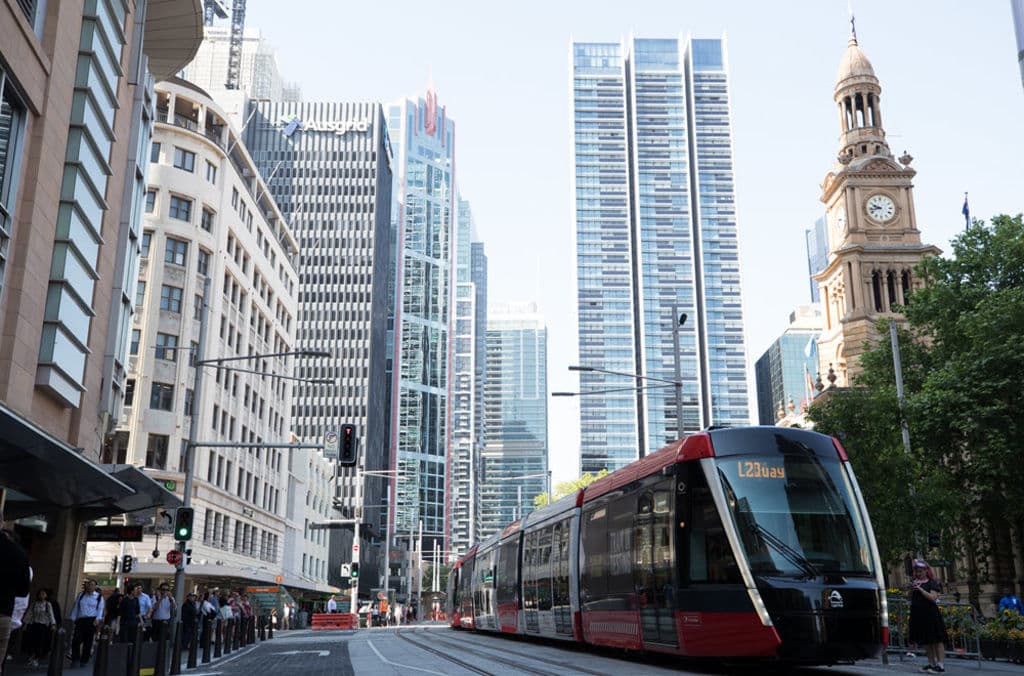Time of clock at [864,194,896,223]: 9:42
